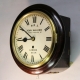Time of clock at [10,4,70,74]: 8:50
